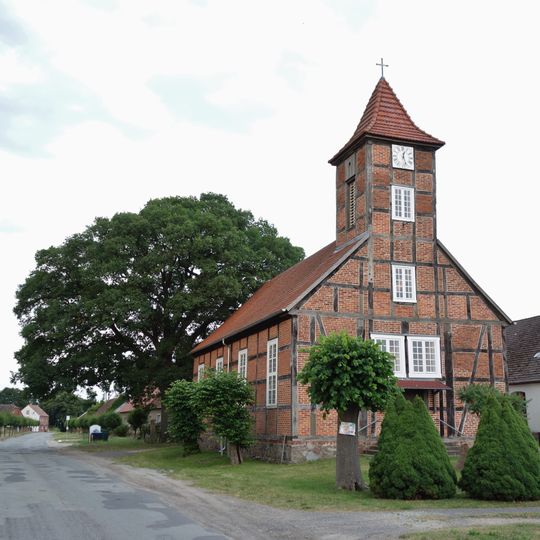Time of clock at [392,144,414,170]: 12:26
